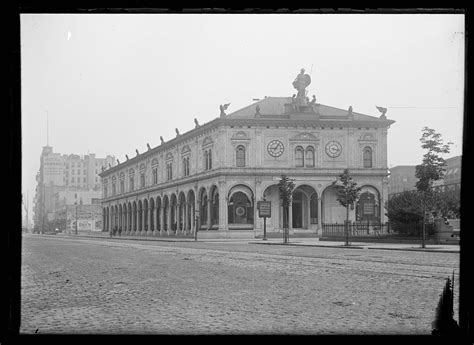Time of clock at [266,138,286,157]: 9:05
